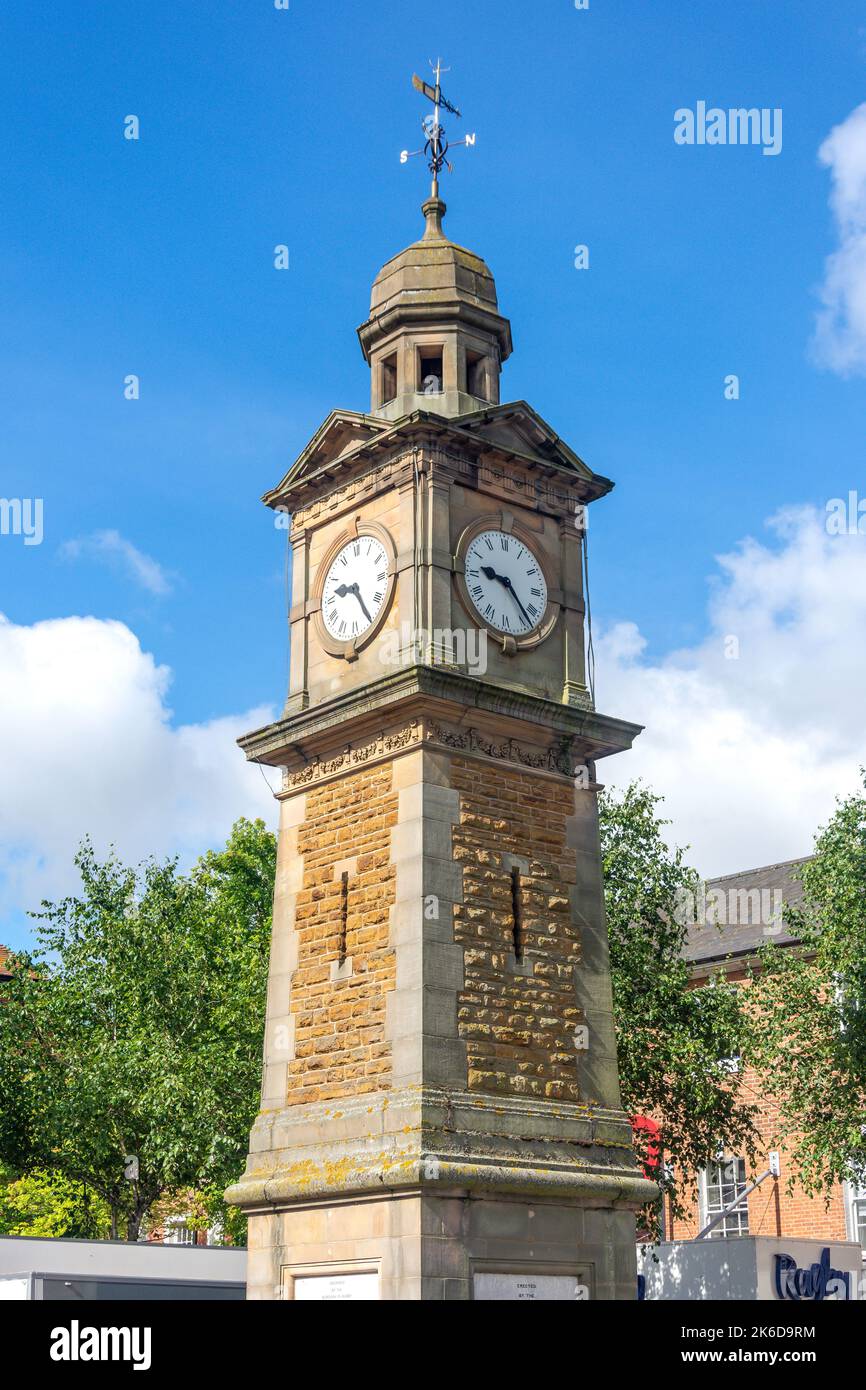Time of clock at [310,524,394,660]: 9:24
